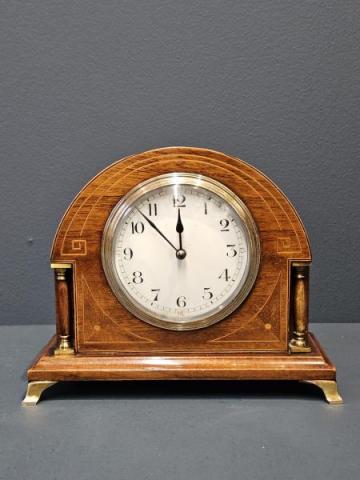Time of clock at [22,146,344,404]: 11:52
